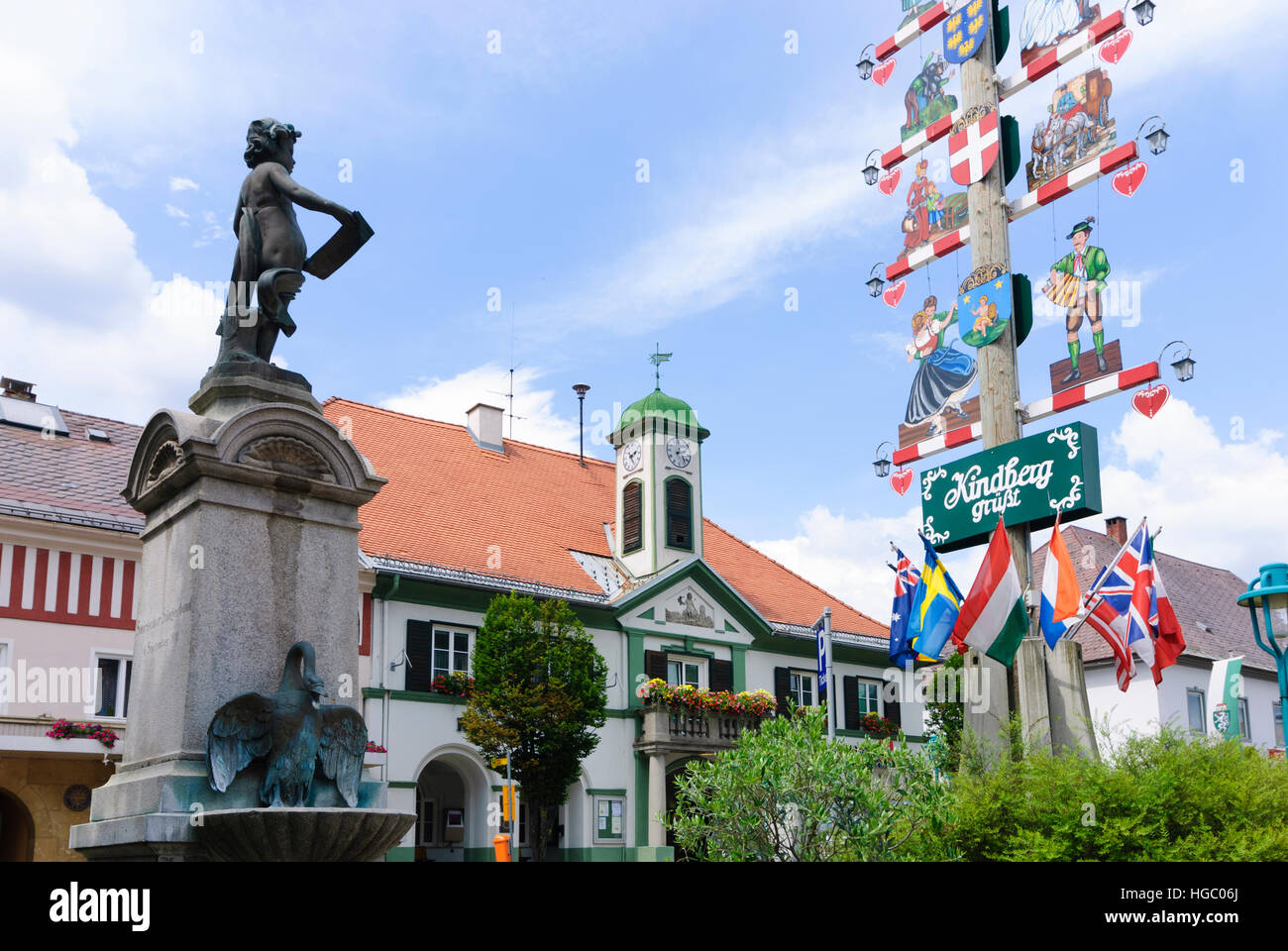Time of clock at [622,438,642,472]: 2:25
